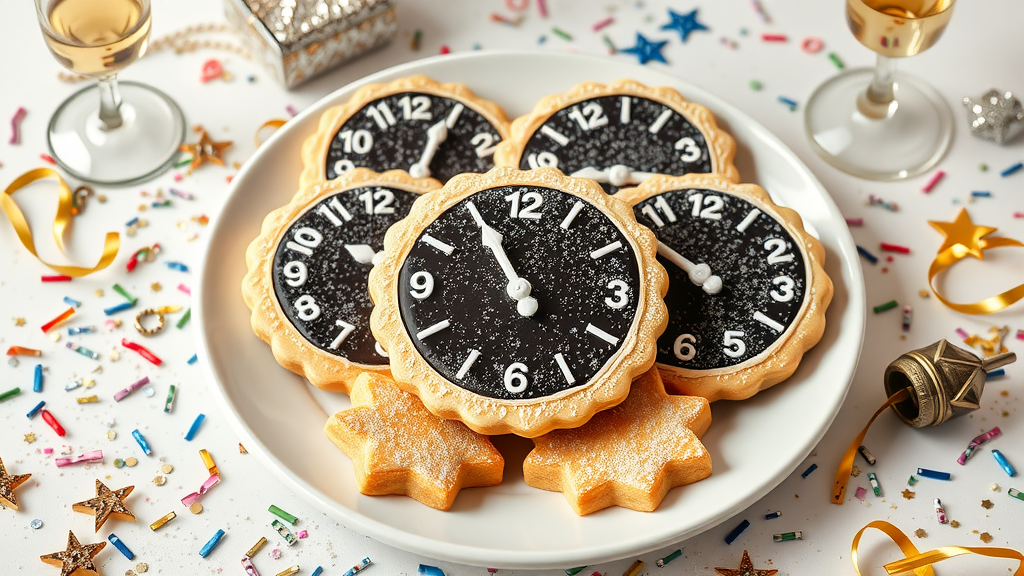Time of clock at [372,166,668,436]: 10:55
